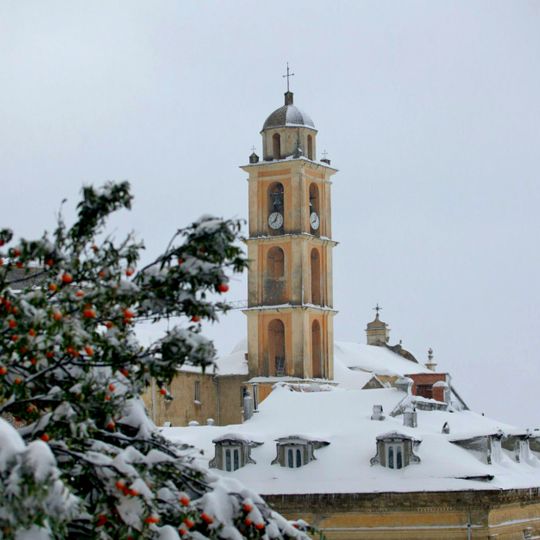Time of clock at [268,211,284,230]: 8:03
